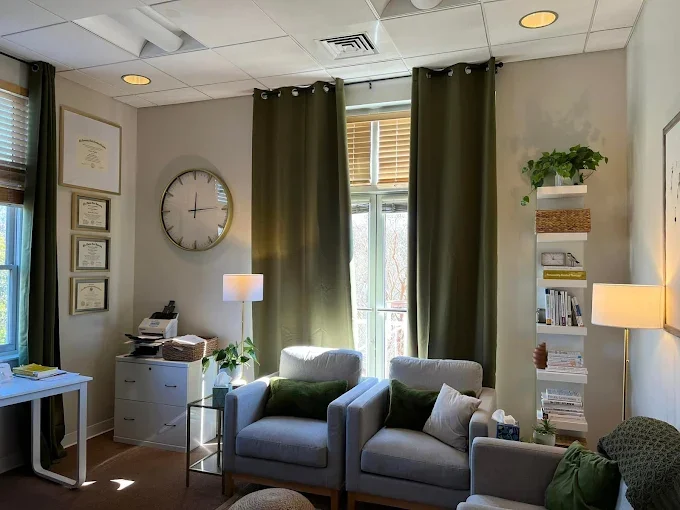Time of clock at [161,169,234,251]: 12:14
